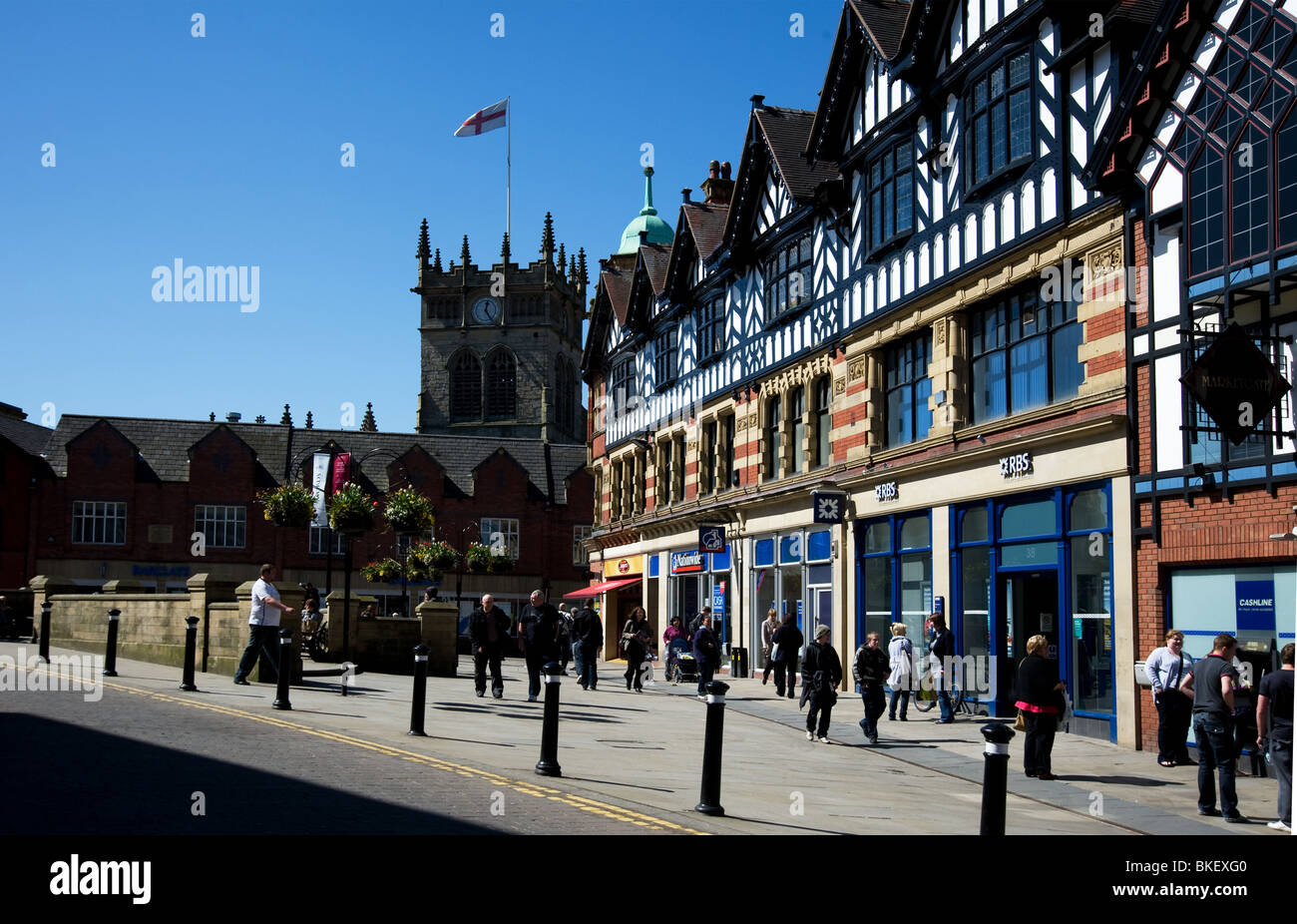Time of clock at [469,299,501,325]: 12:24
